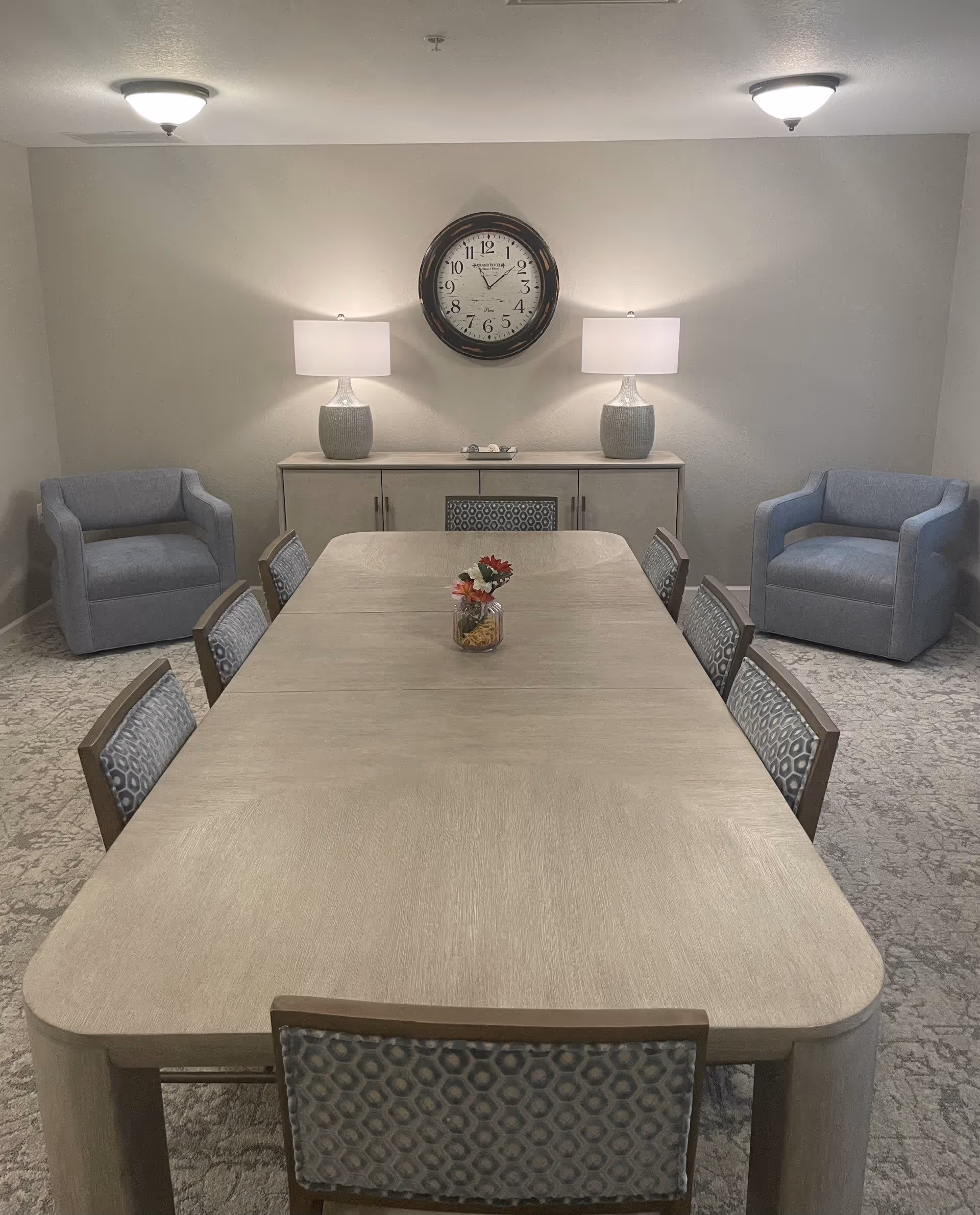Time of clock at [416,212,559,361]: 11:08
